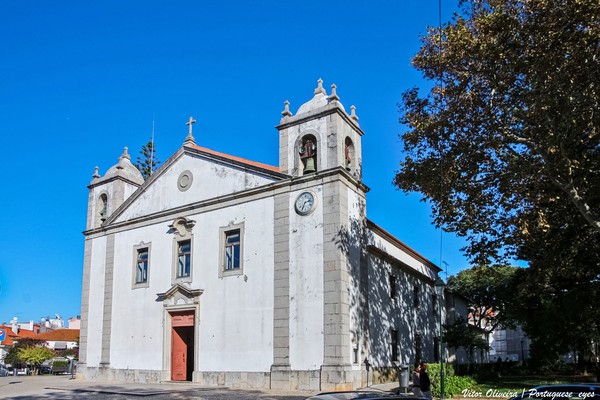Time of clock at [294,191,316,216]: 2:34
